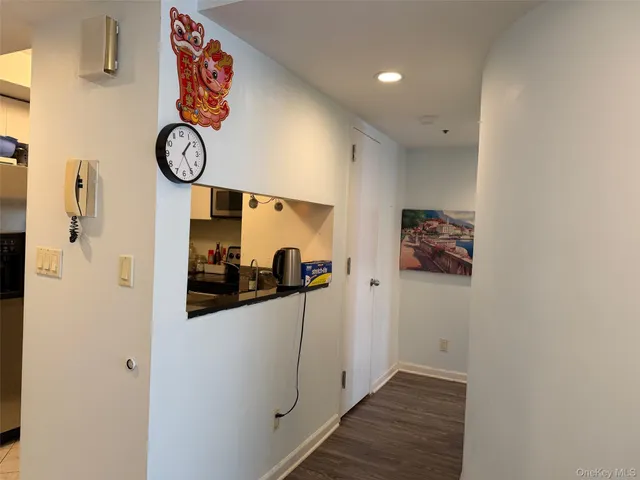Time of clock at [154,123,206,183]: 1:24
